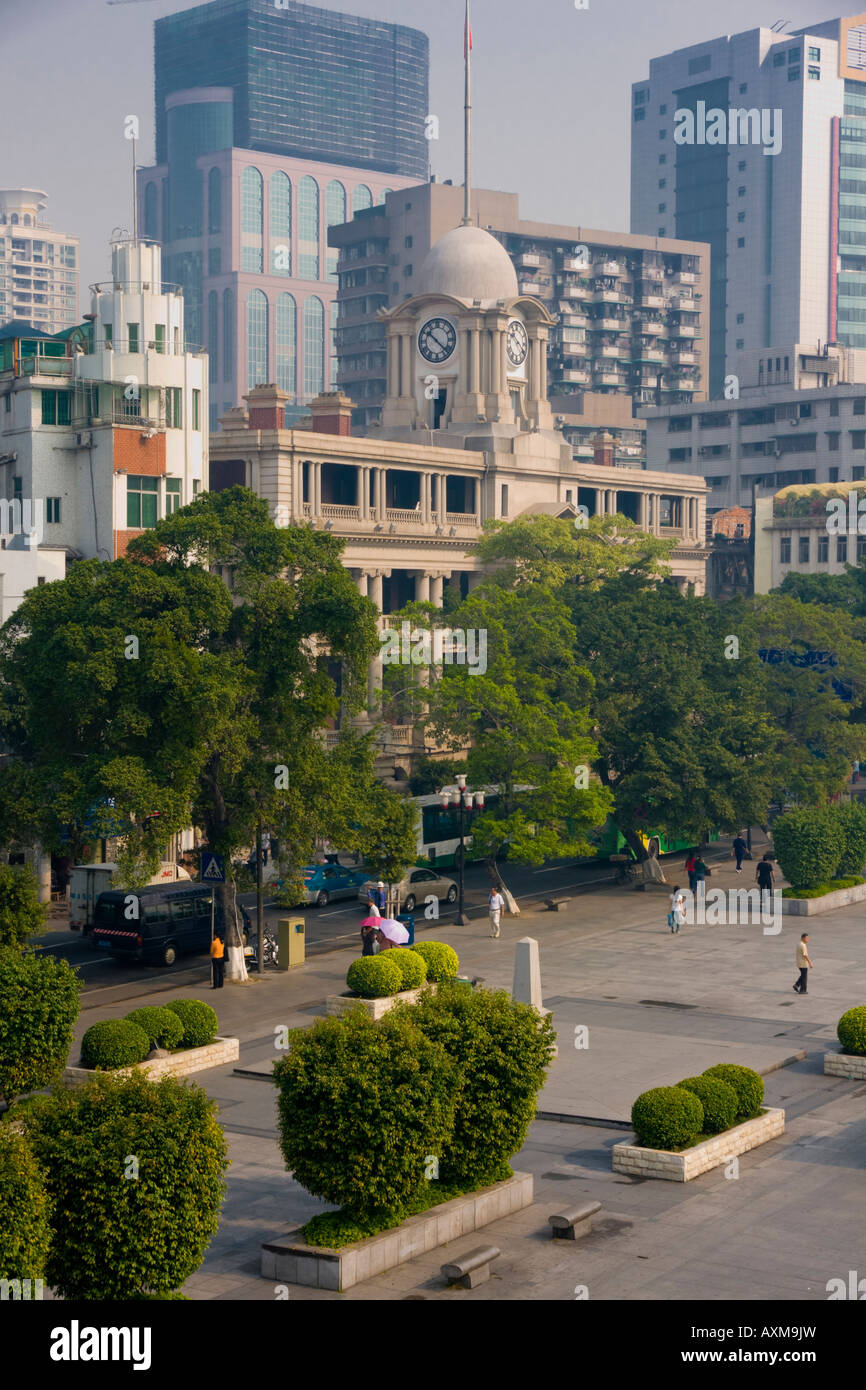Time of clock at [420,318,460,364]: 10:22
